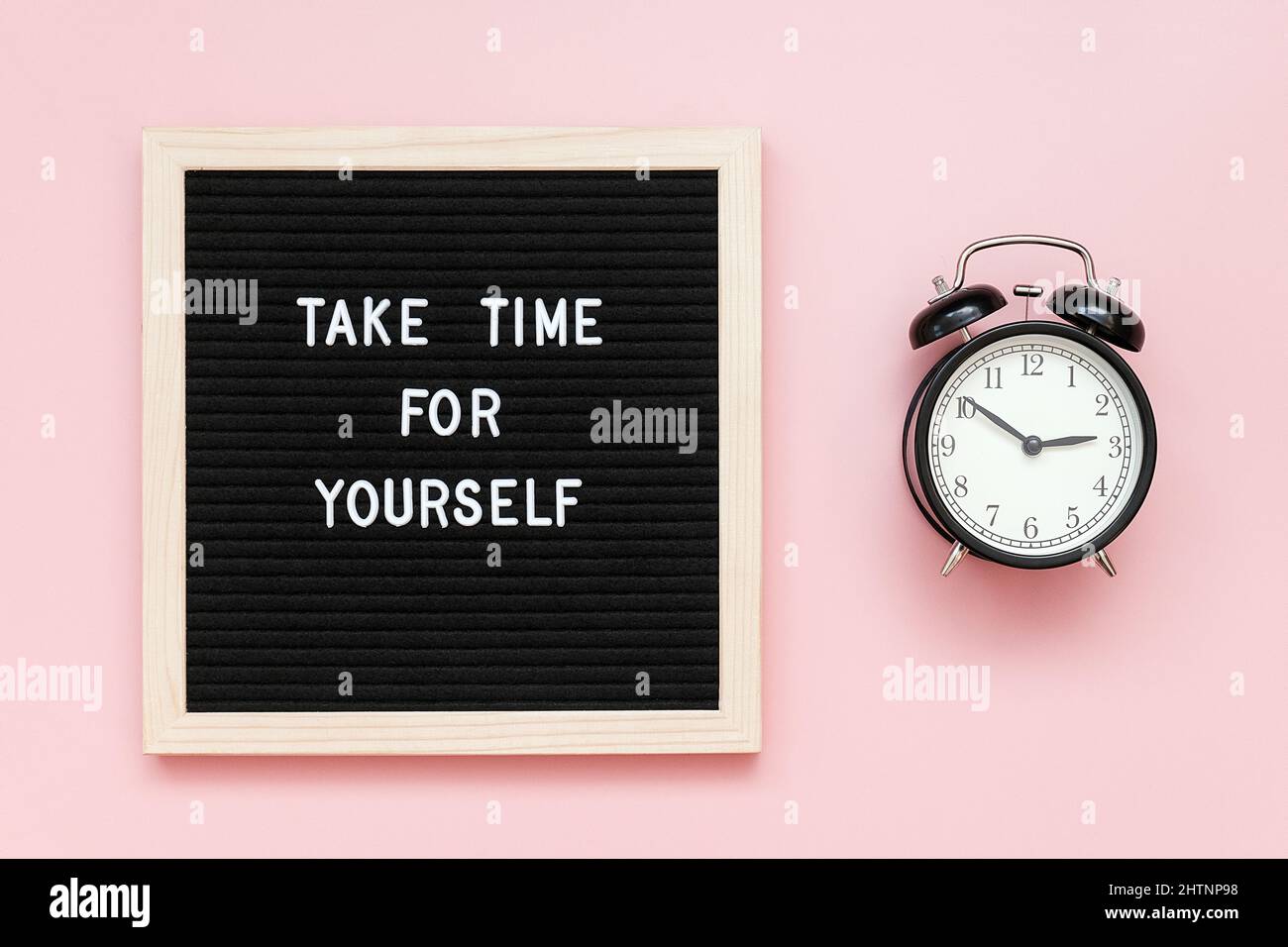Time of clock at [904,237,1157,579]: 2:50
